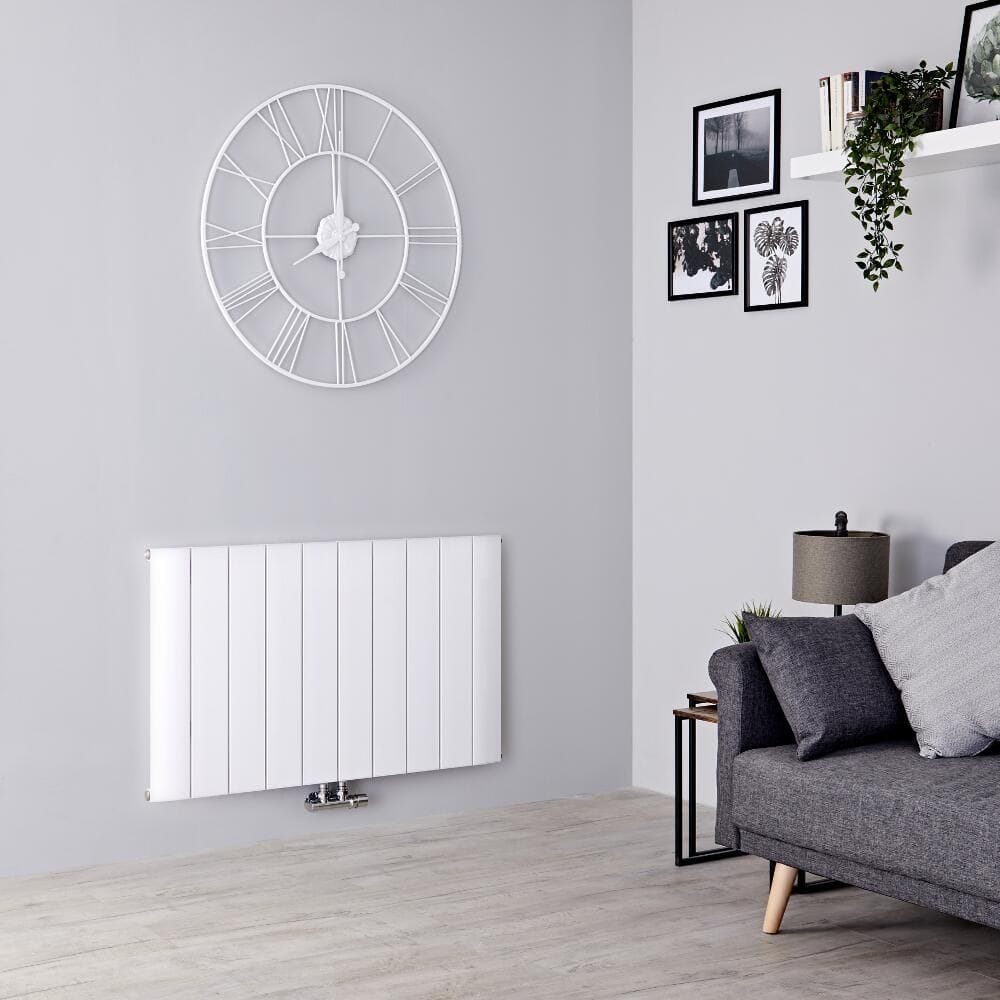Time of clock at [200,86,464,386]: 12:00
